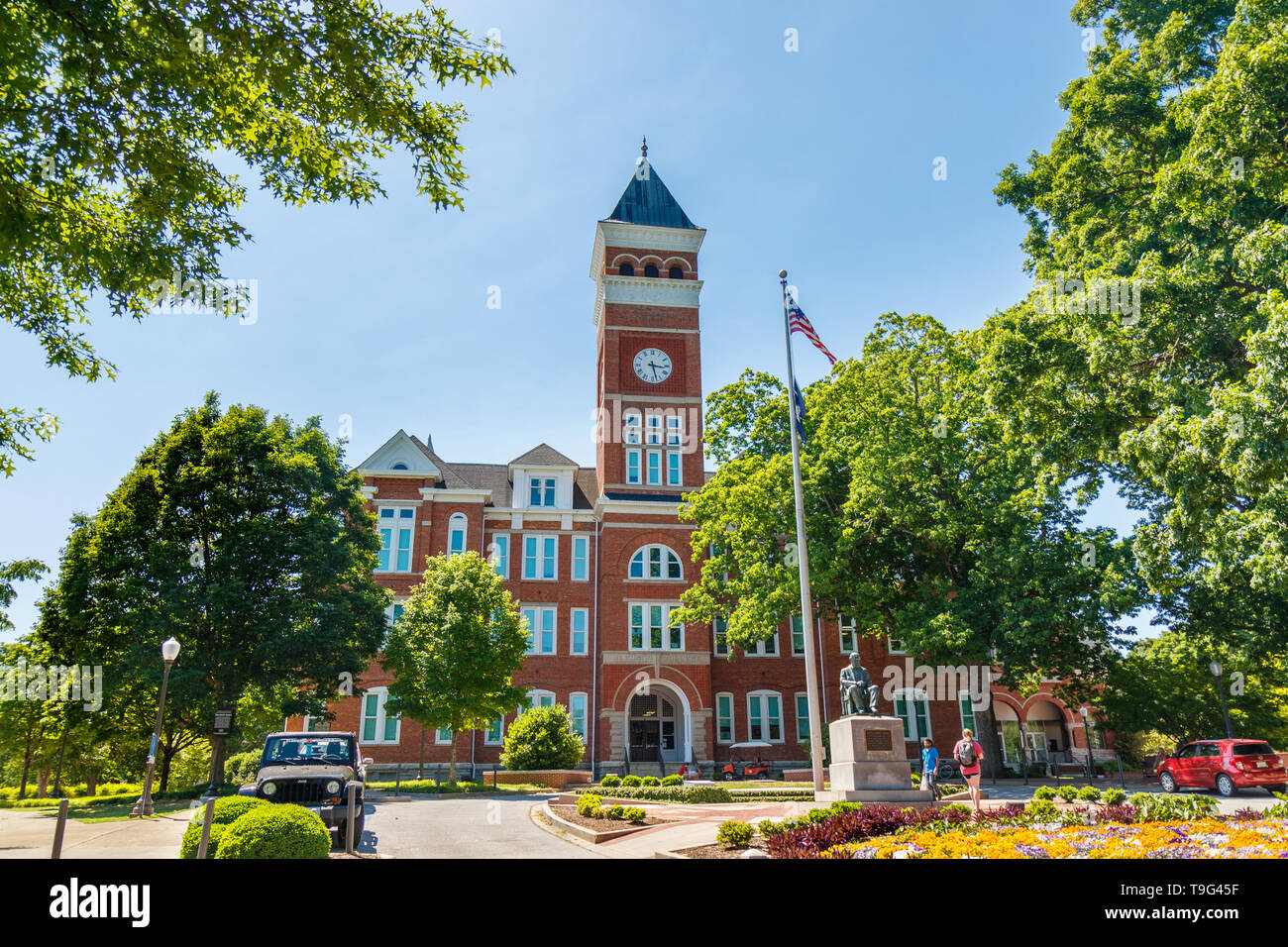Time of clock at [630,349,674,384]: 3:27
